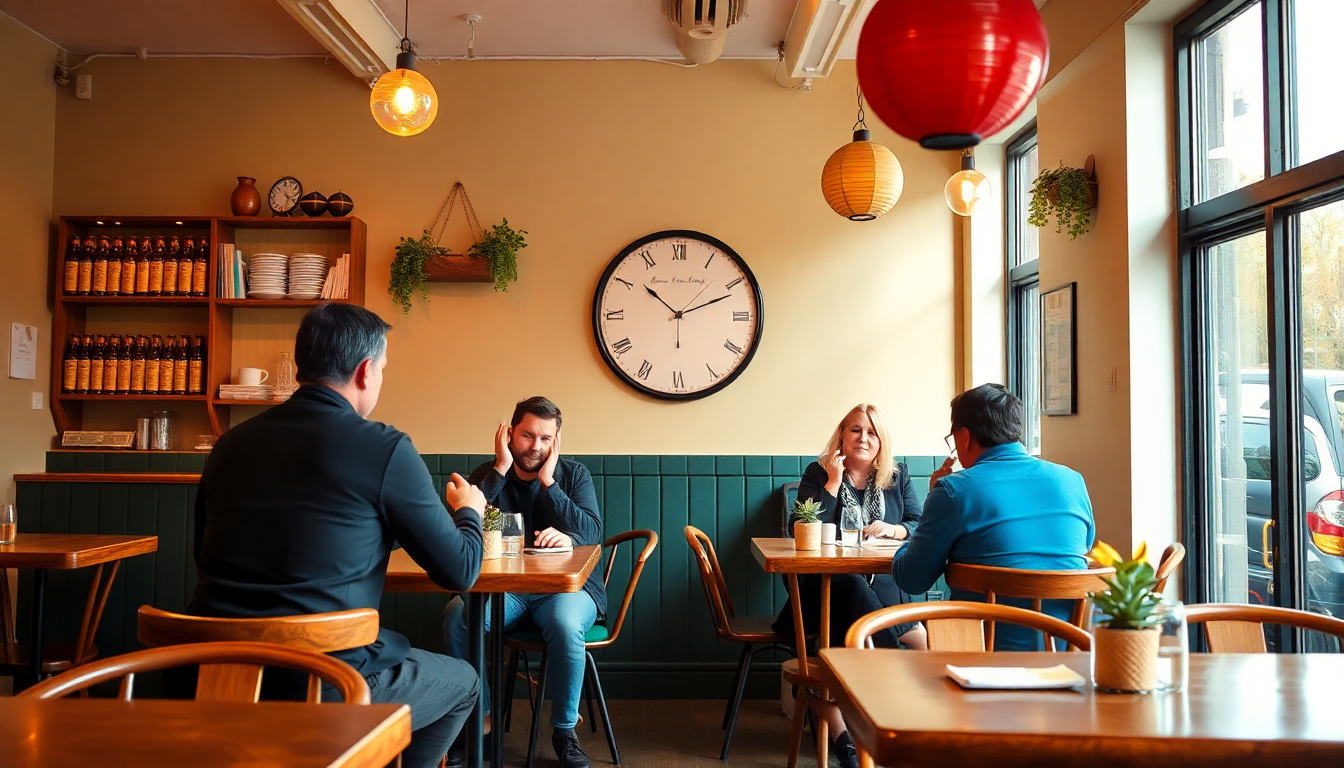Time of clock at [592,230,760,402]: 10:11
